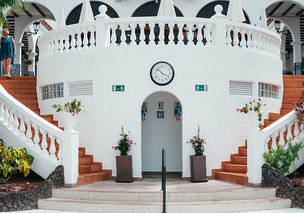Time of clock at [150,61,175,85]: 3:52
